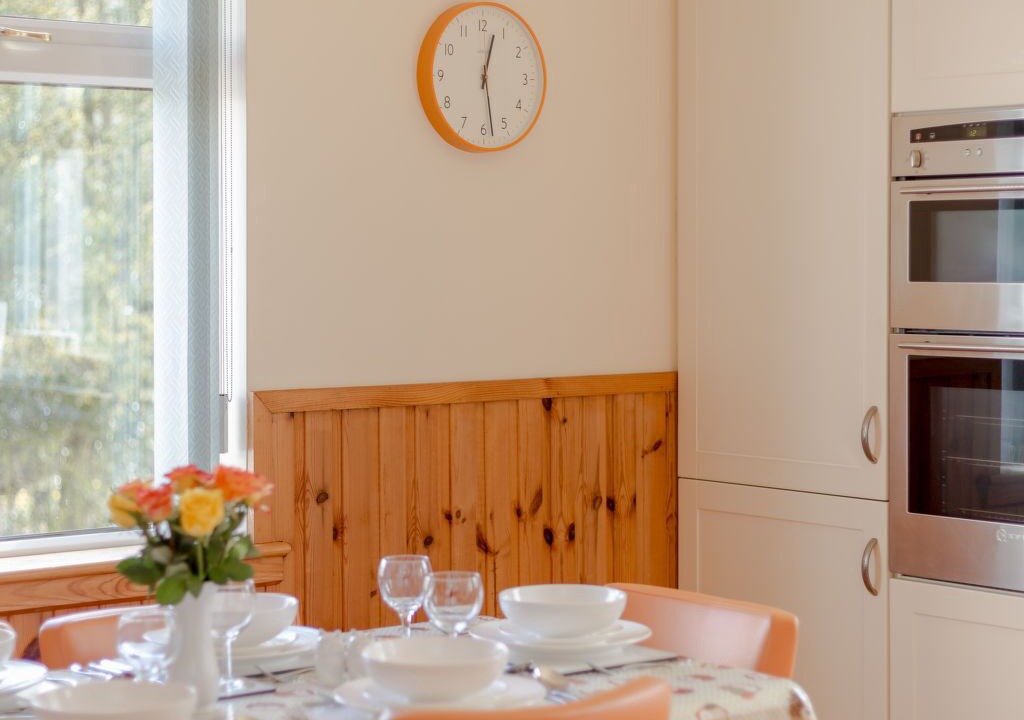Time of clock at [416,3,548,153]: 12:28
